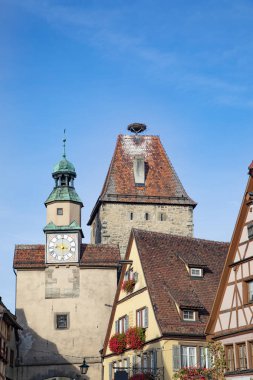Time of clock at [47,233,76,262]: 3:29
